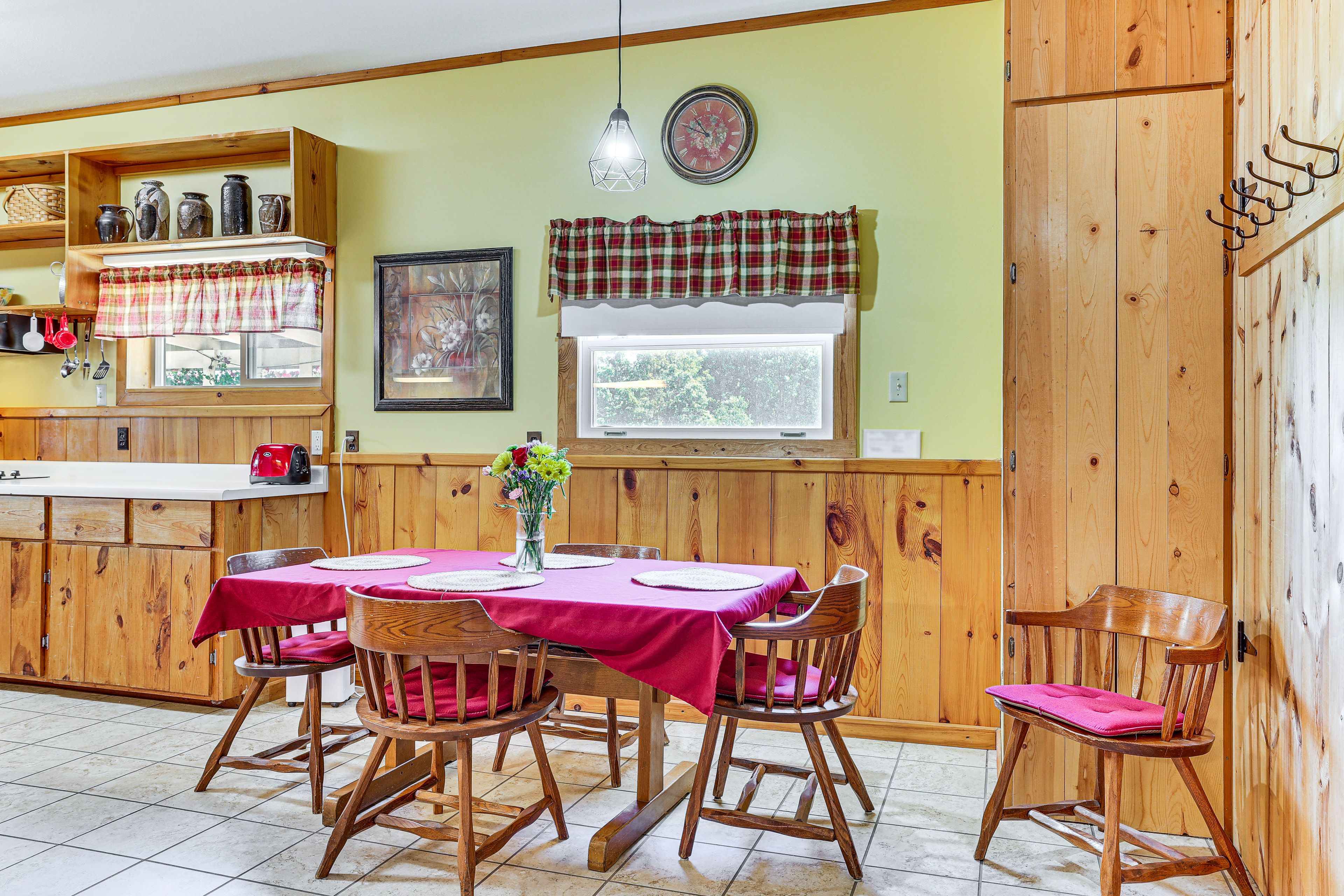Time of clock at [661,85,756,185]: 10:49
